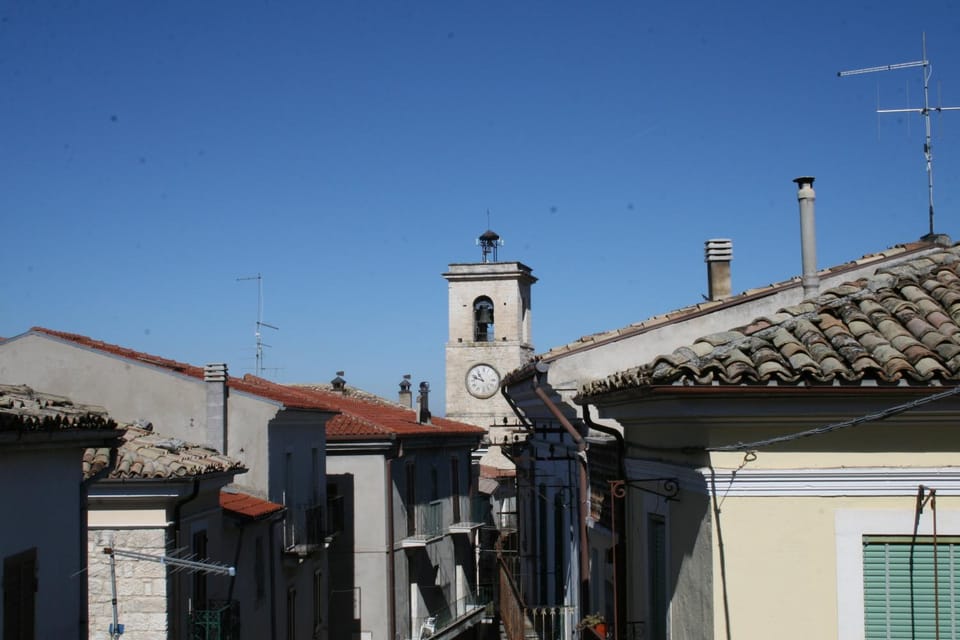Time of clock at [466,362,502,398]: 10:48
